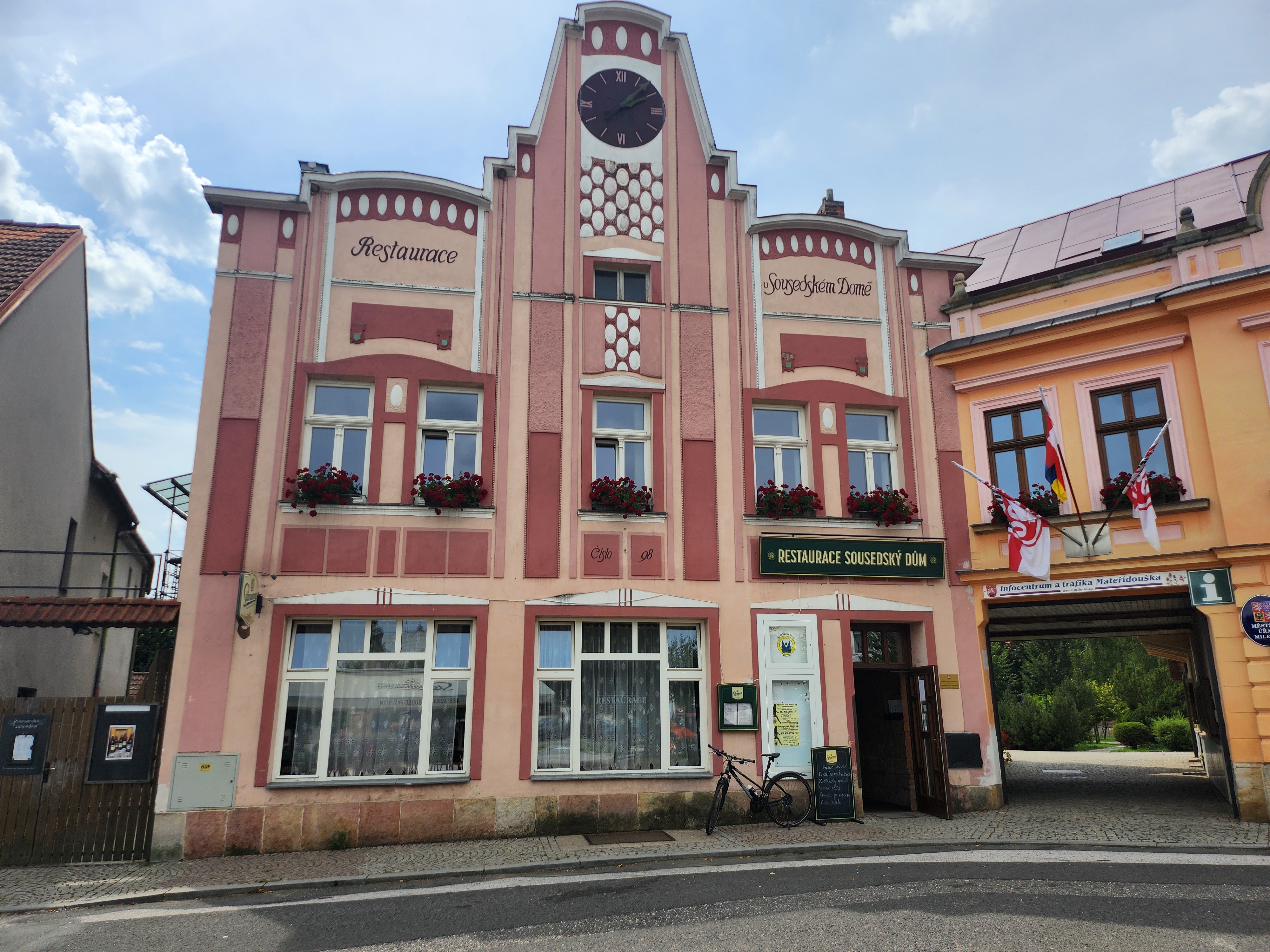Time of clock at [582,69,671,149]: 2:07
